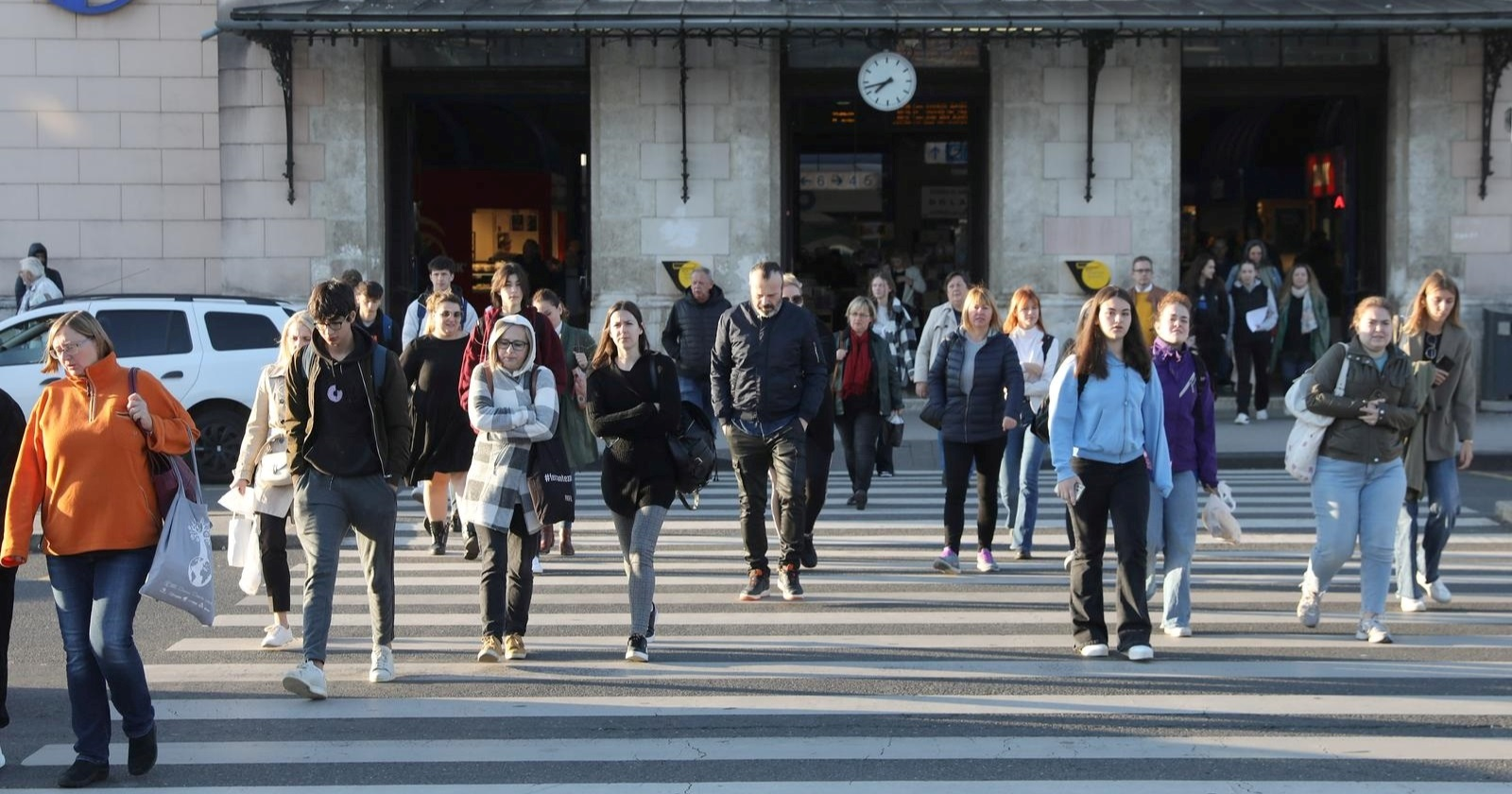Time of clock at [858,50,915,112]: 7:42
